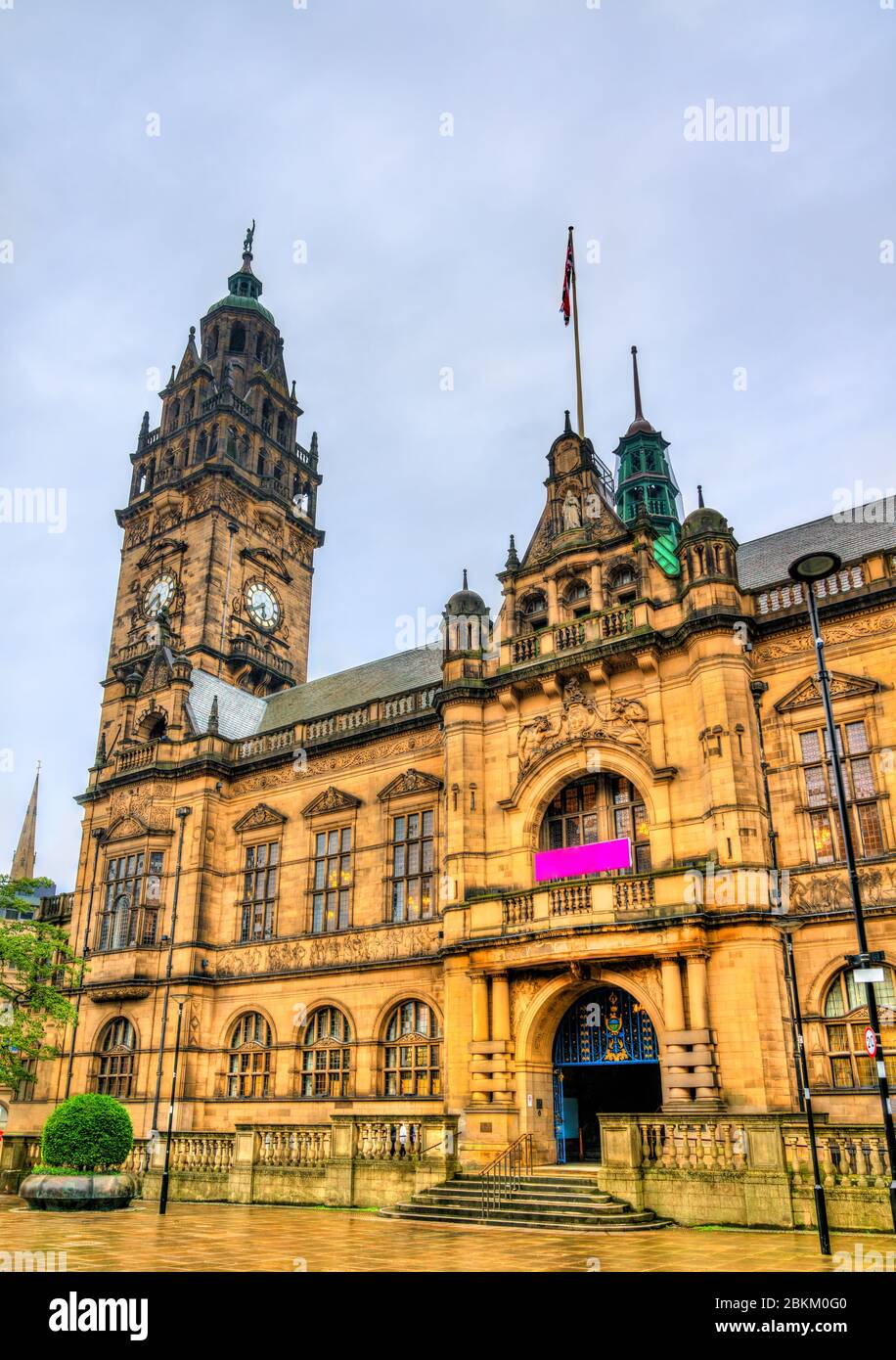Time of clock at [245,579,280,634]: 5:40
